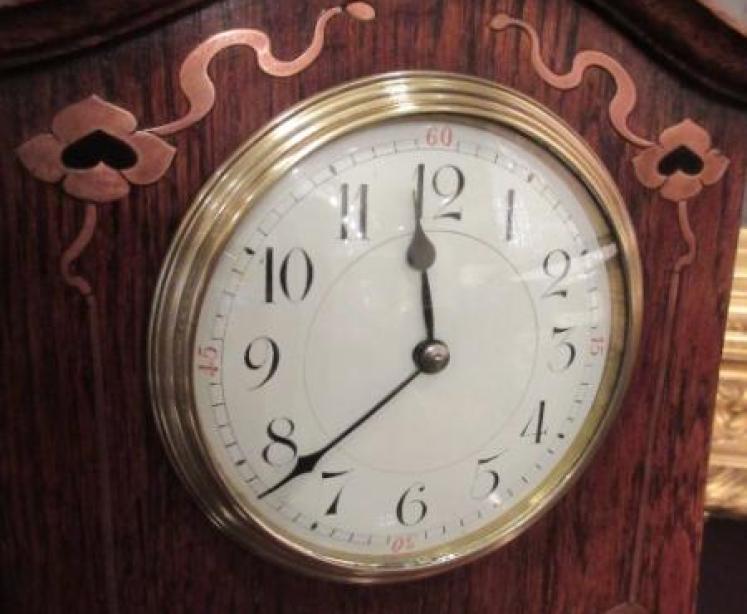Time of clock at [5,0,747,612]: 11:38
